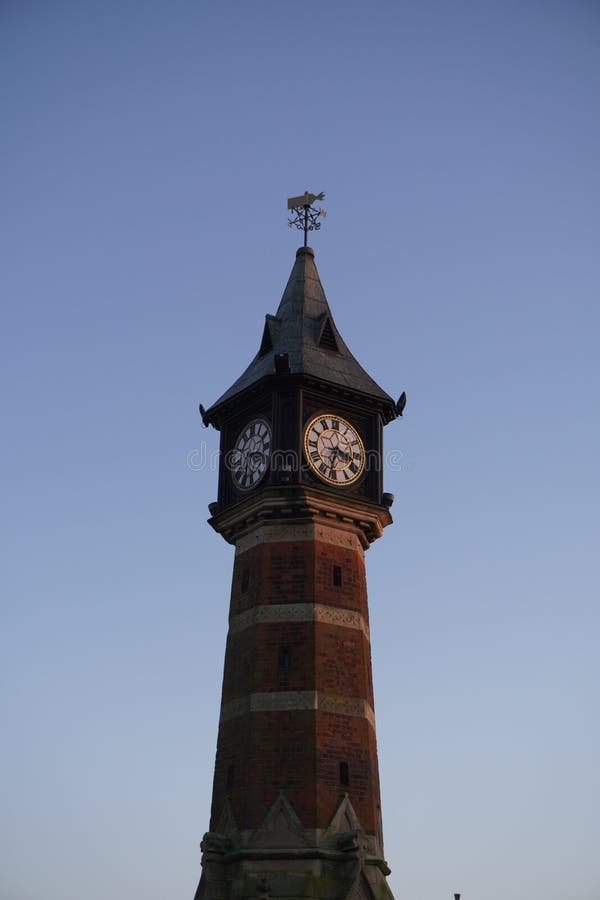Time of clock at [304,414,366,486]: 3:32
